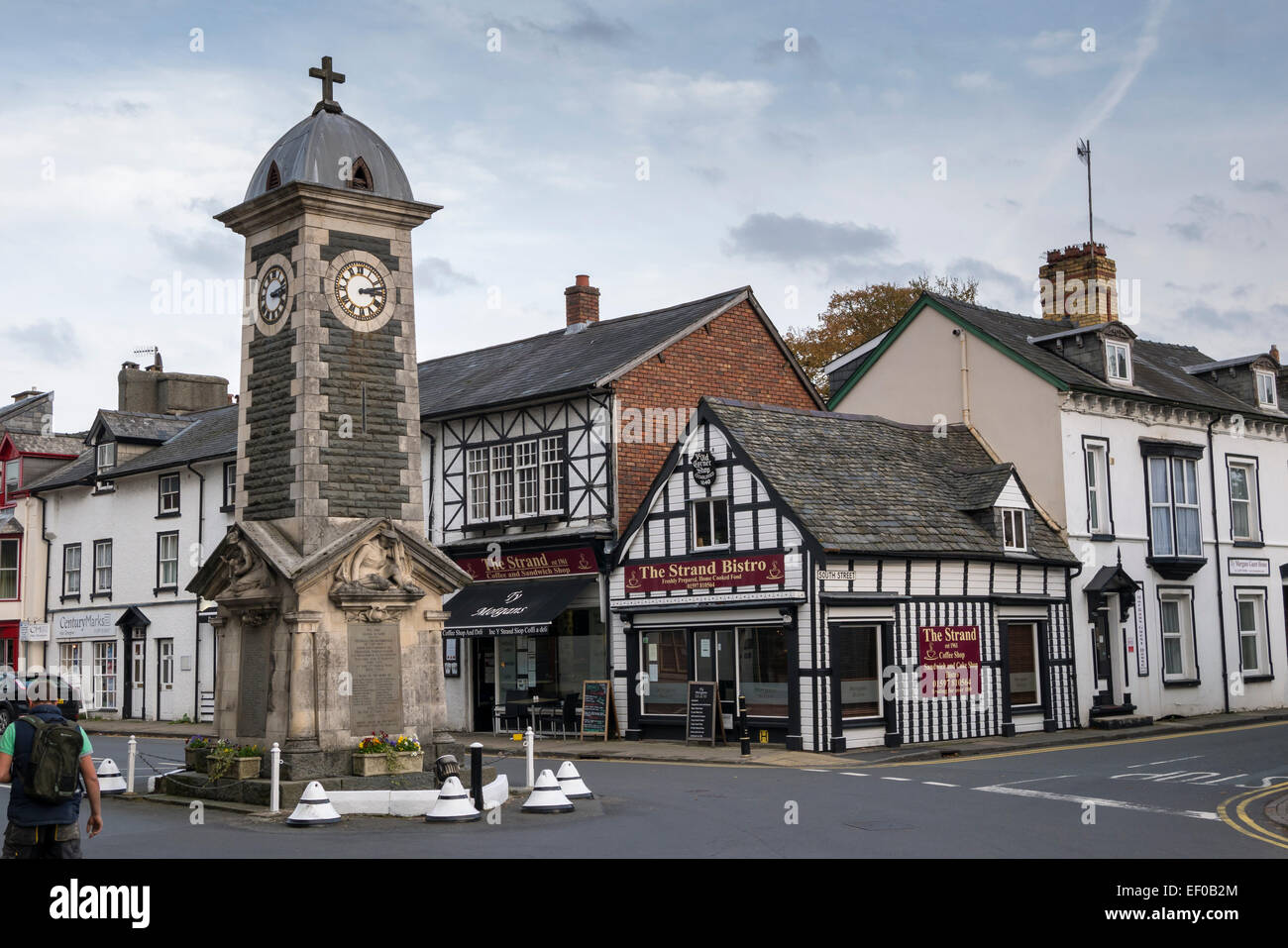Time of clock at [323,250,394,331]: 3:12
